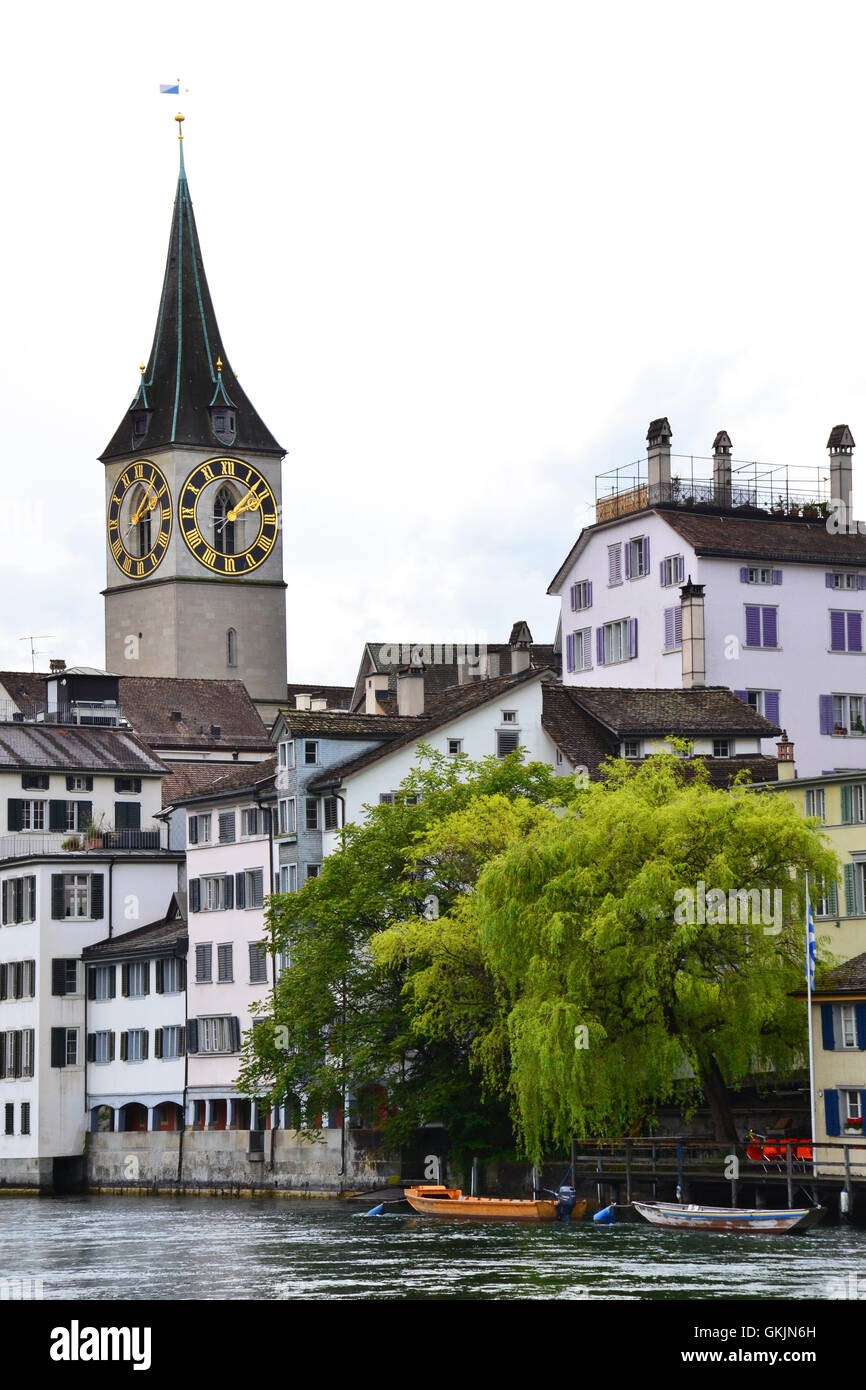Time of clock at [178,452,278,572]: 2:07
